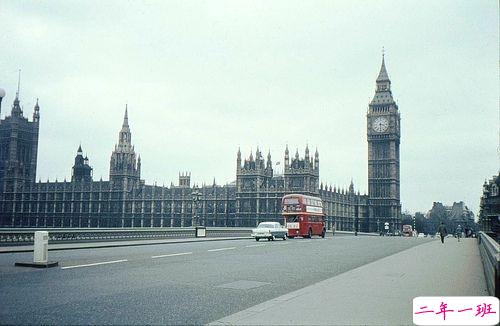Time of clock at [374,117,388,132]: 3:29
